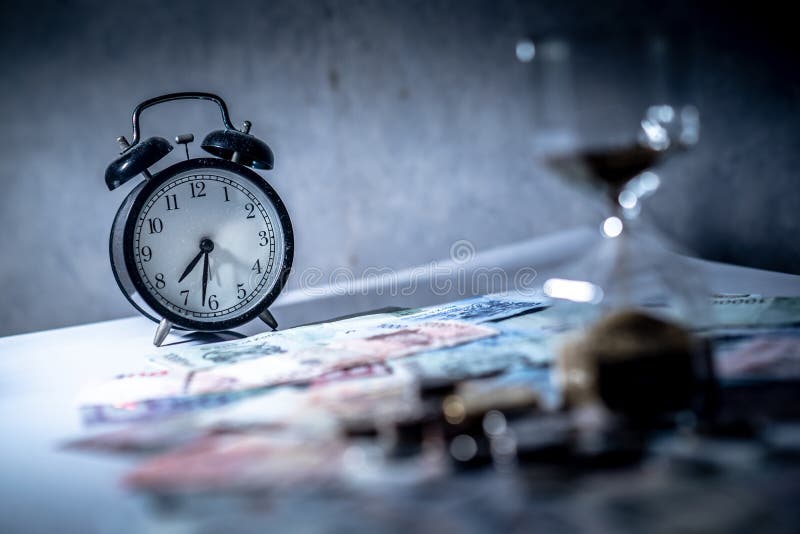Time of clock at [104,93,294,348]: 7:32
